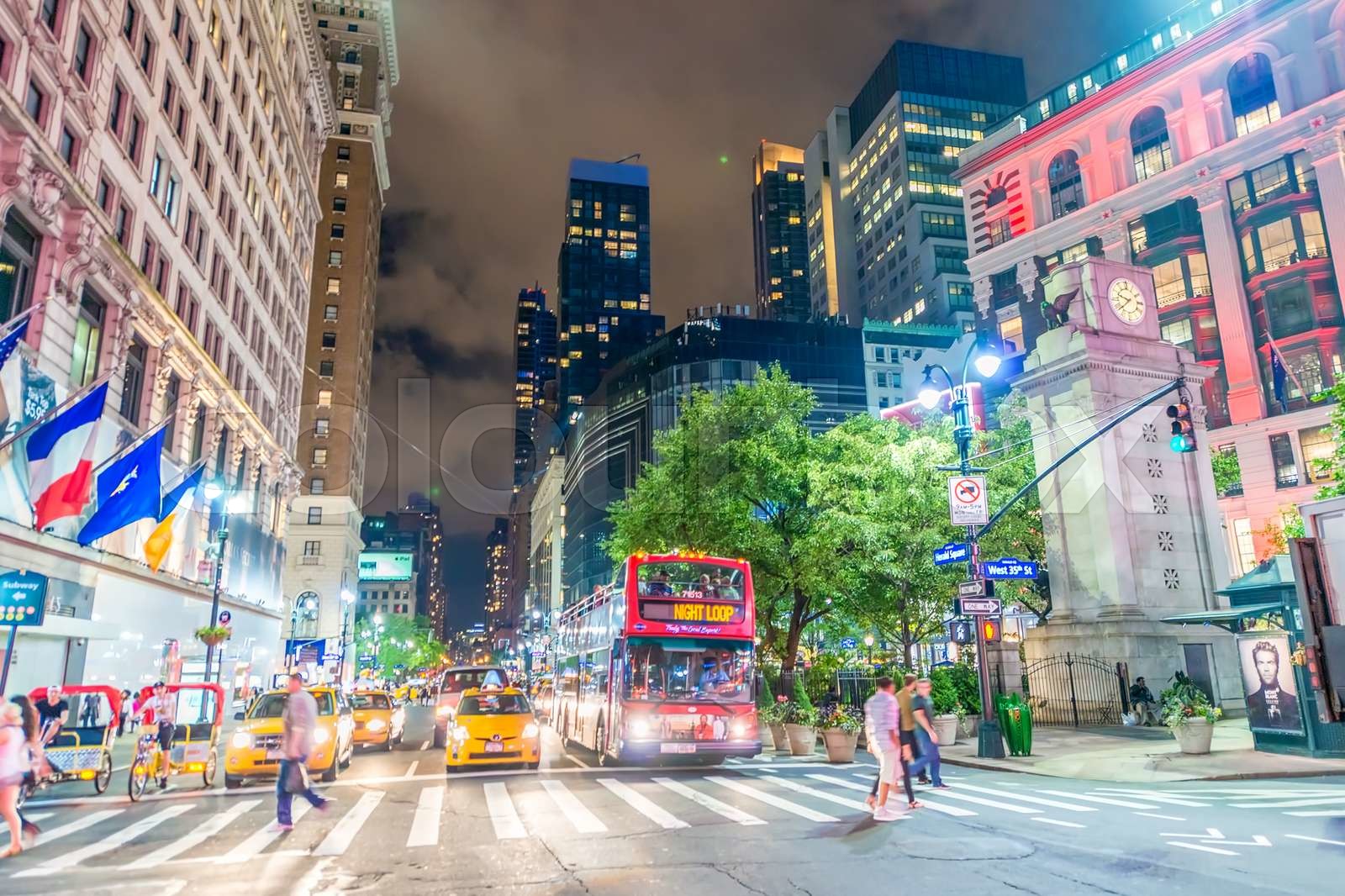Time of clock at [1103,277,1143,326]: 9:38
